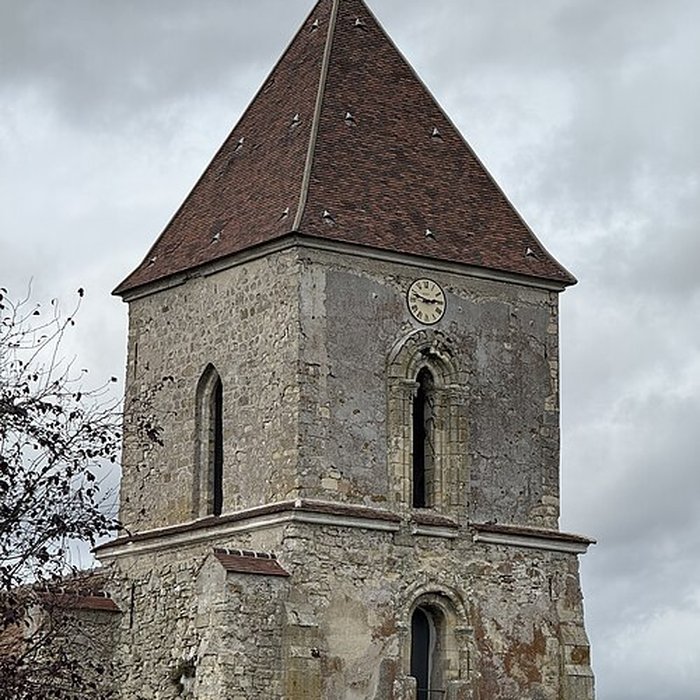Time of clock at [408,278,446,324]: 2:48
